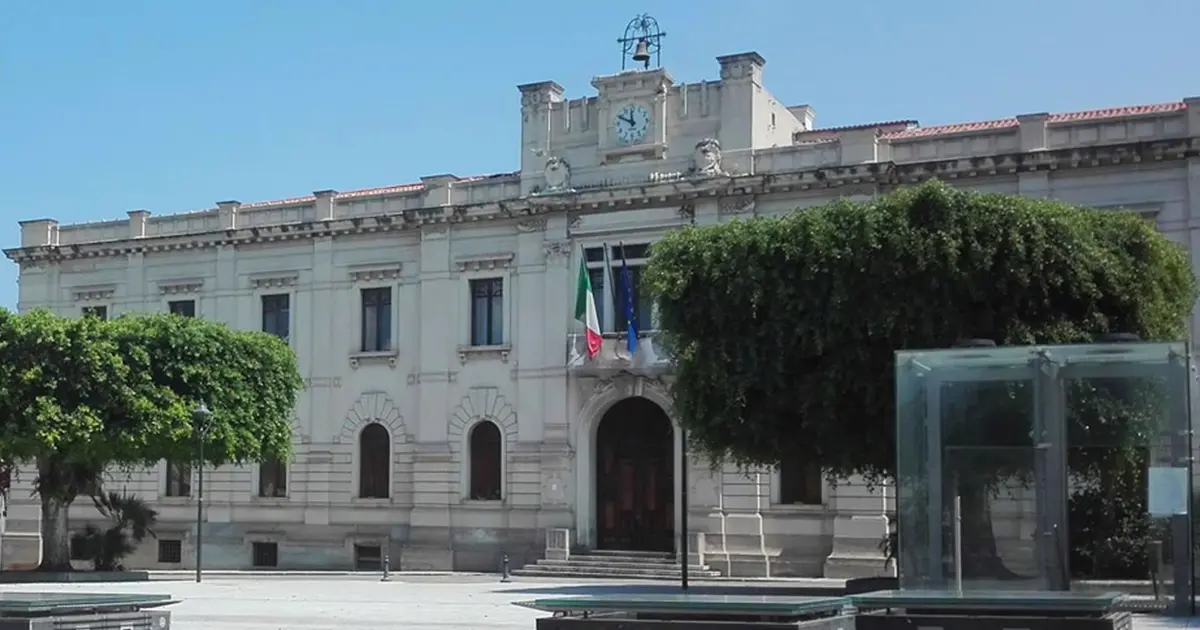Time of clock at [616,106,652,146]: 11:49
